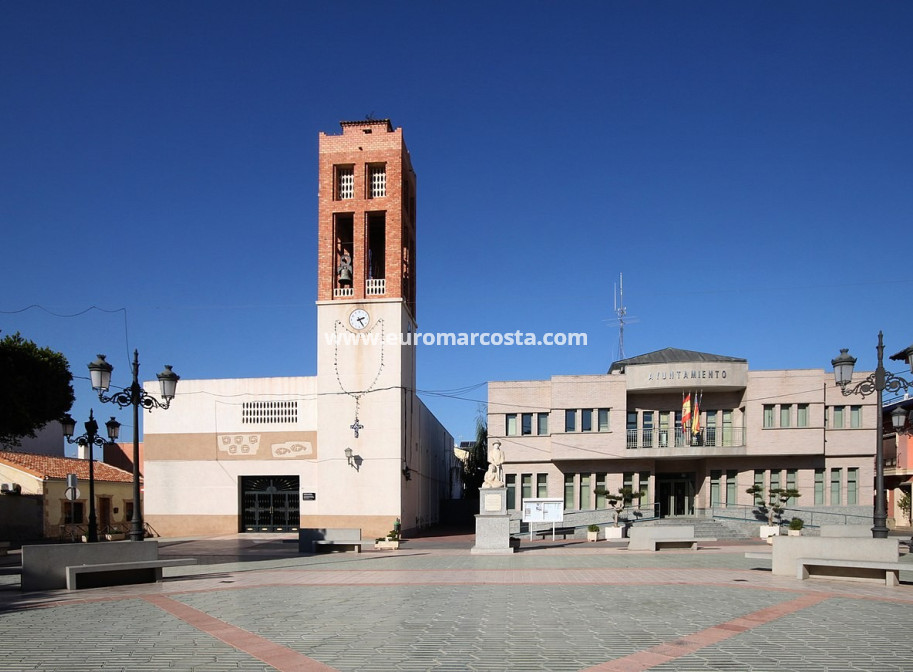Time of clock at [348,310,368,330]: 2:24
